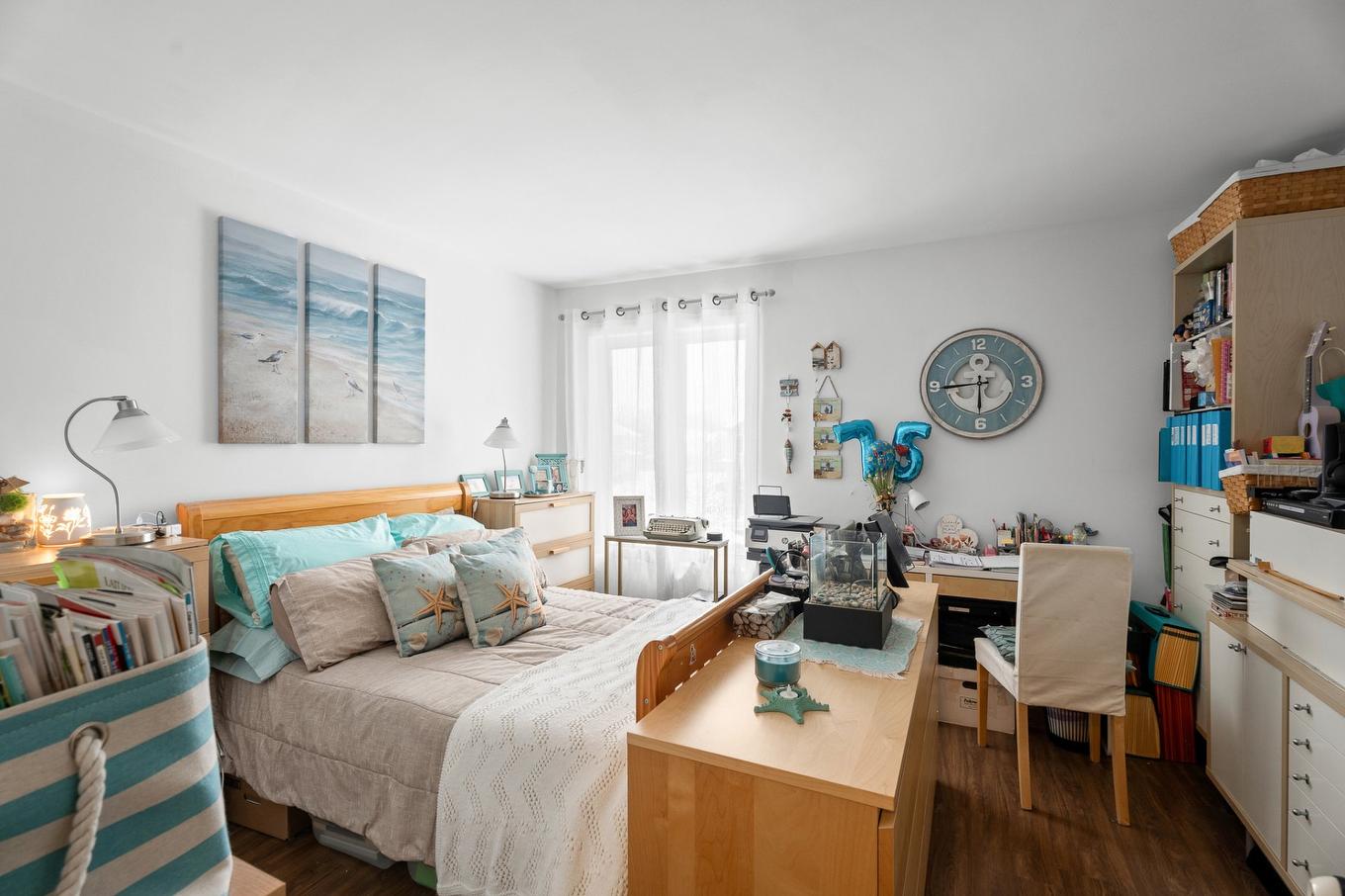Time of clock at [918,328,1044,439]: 5:44
